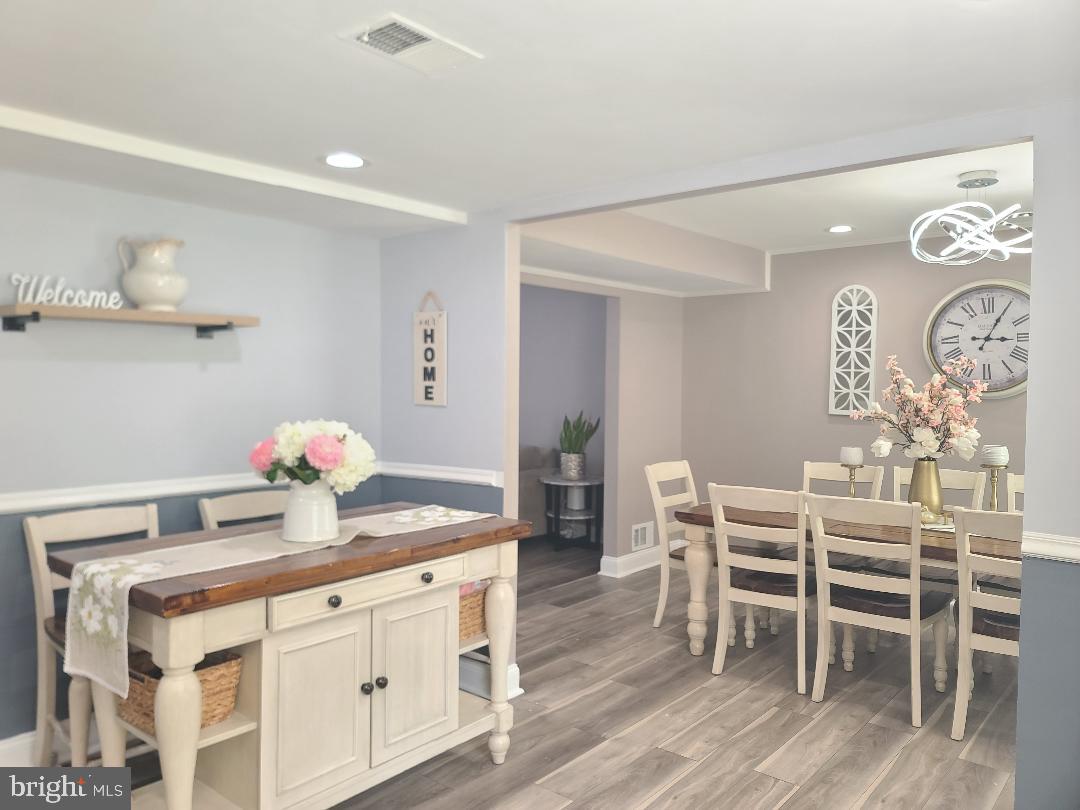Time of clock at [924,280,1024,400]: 3:04
